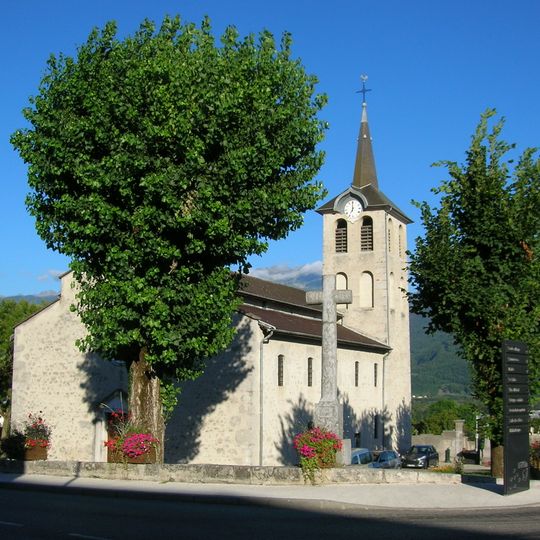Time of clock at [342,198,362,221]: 7:00
